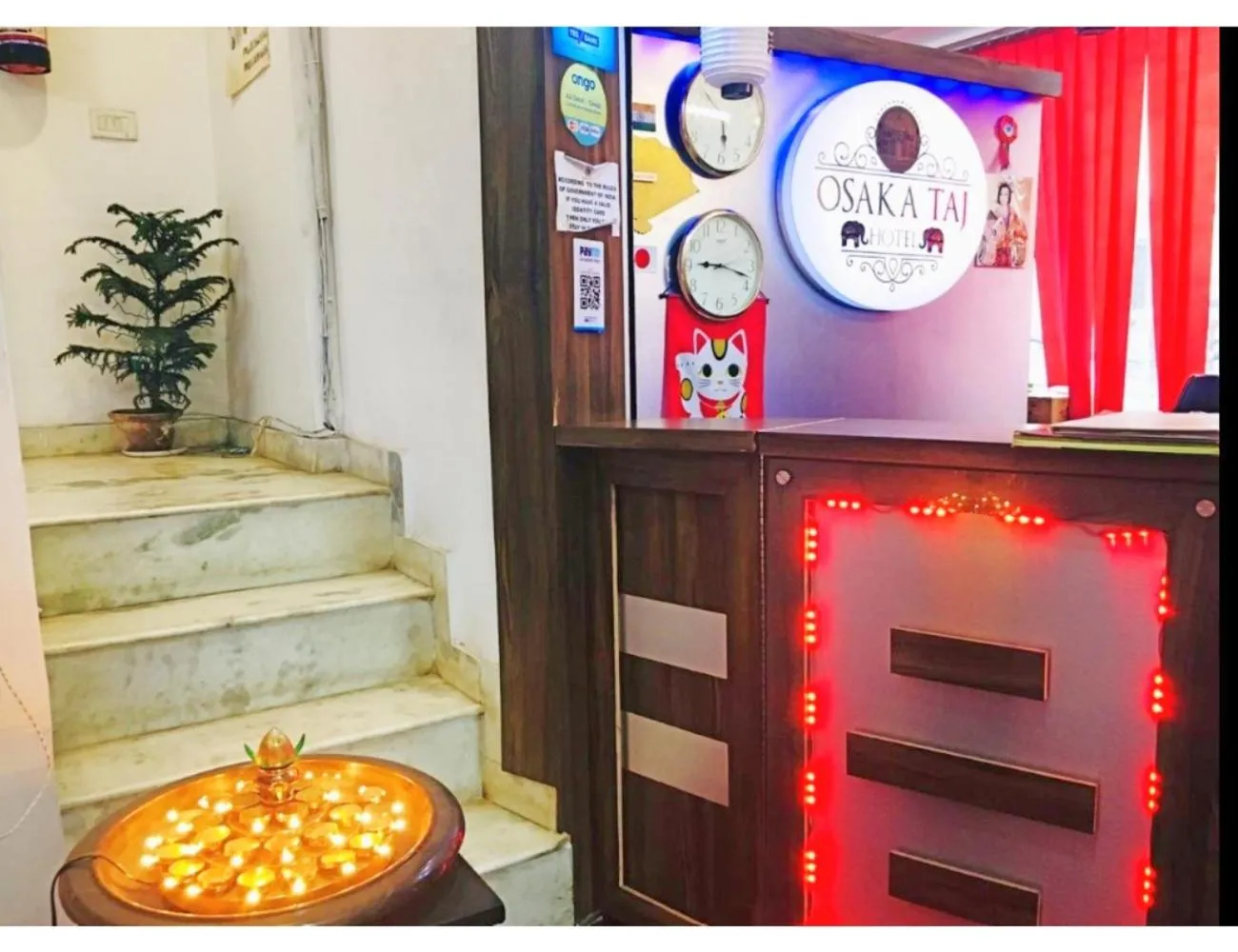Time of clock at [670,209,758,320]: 9:17
